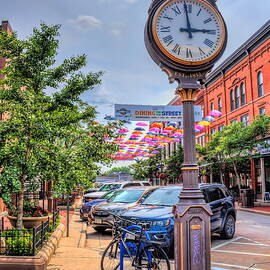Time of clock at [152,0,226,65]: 2:58
